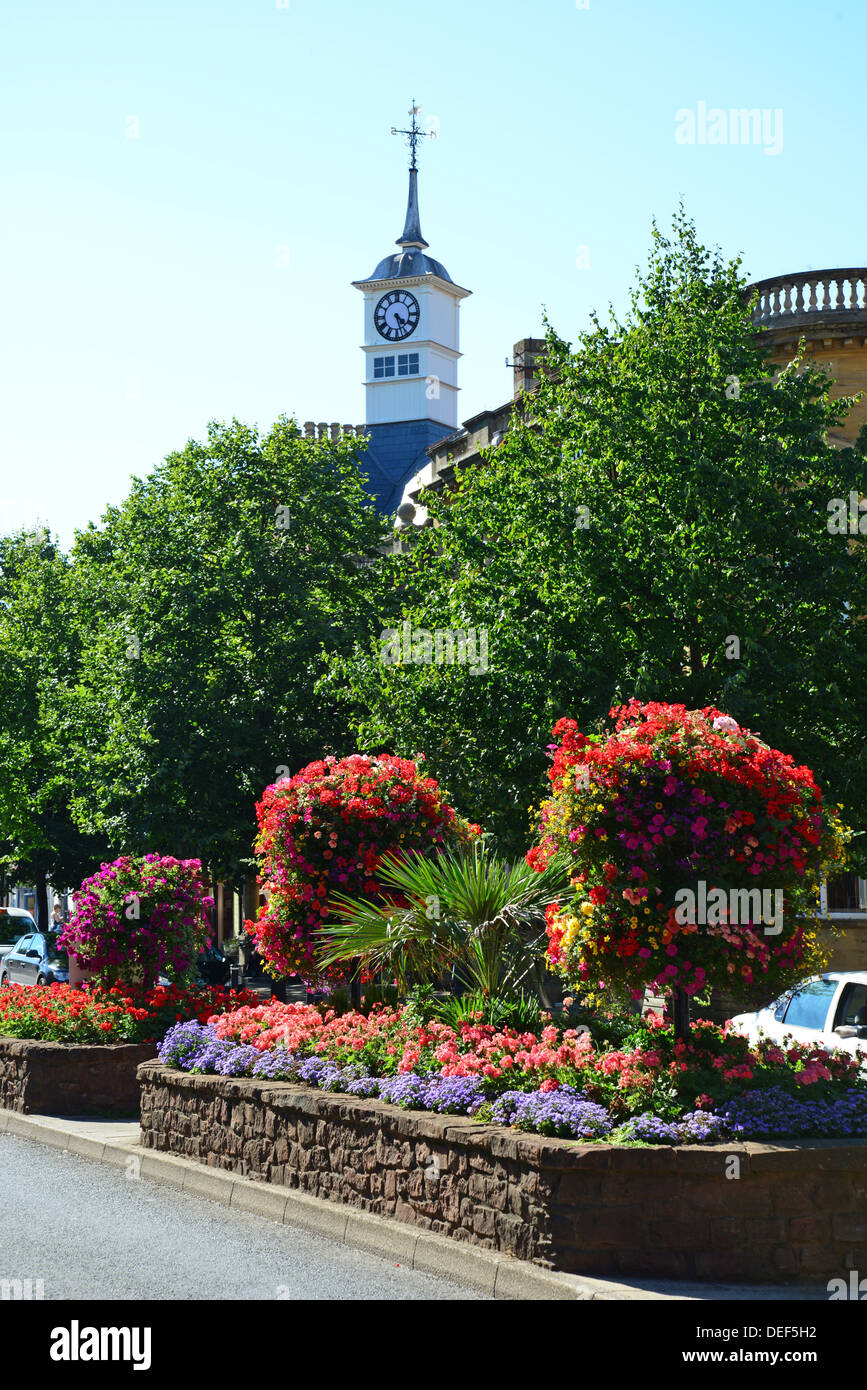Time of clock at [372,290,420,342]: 4:27
